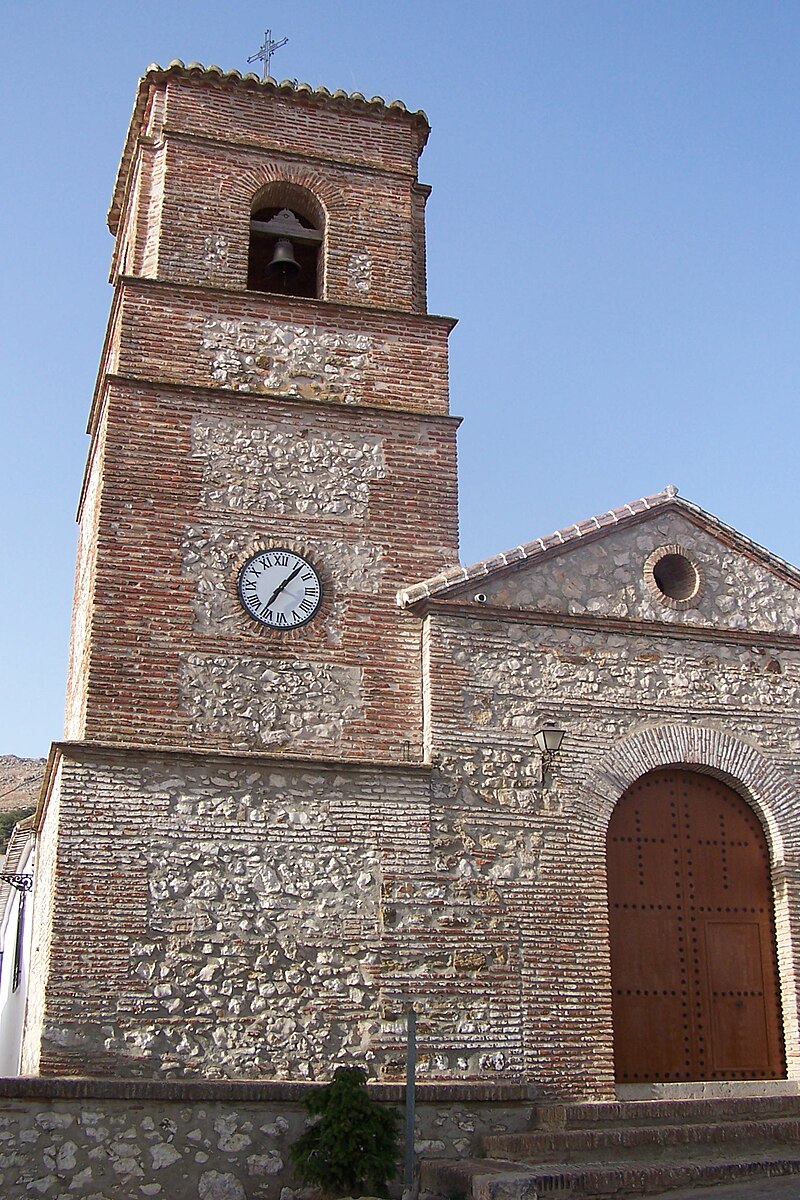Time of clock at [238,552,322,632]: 7:07
